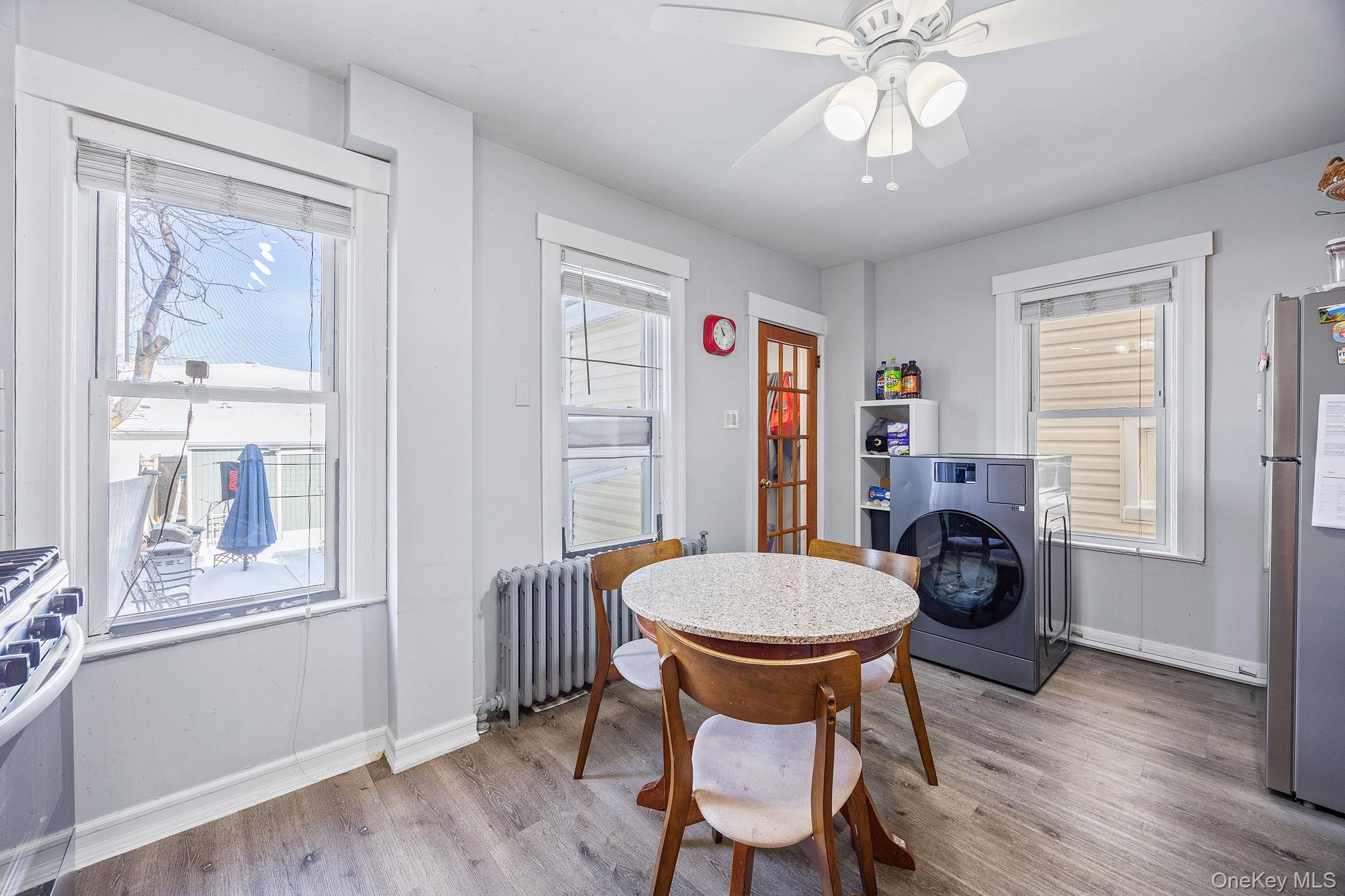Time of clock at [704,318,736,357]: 10:55
